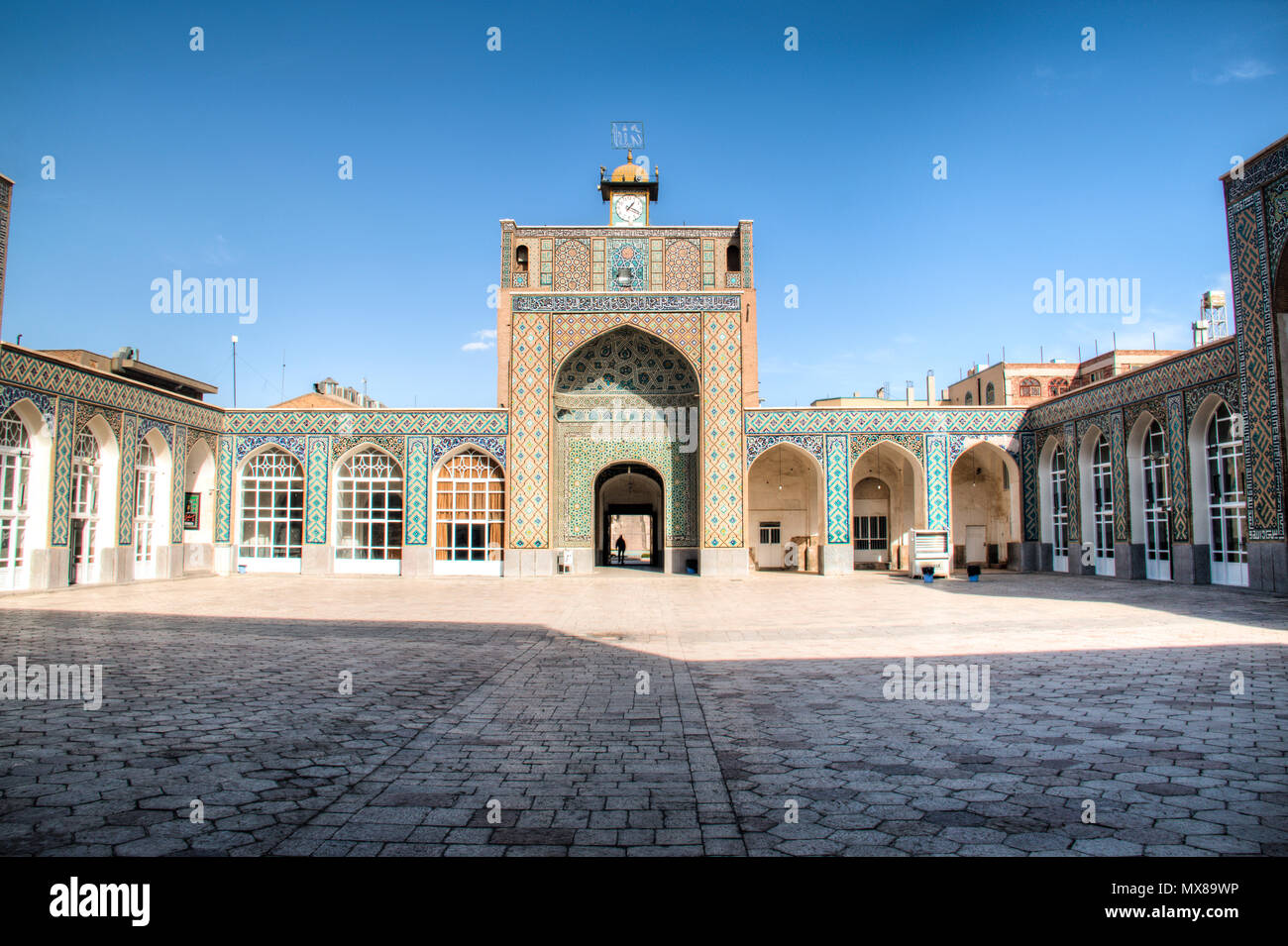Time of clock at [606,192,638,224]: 1:18
